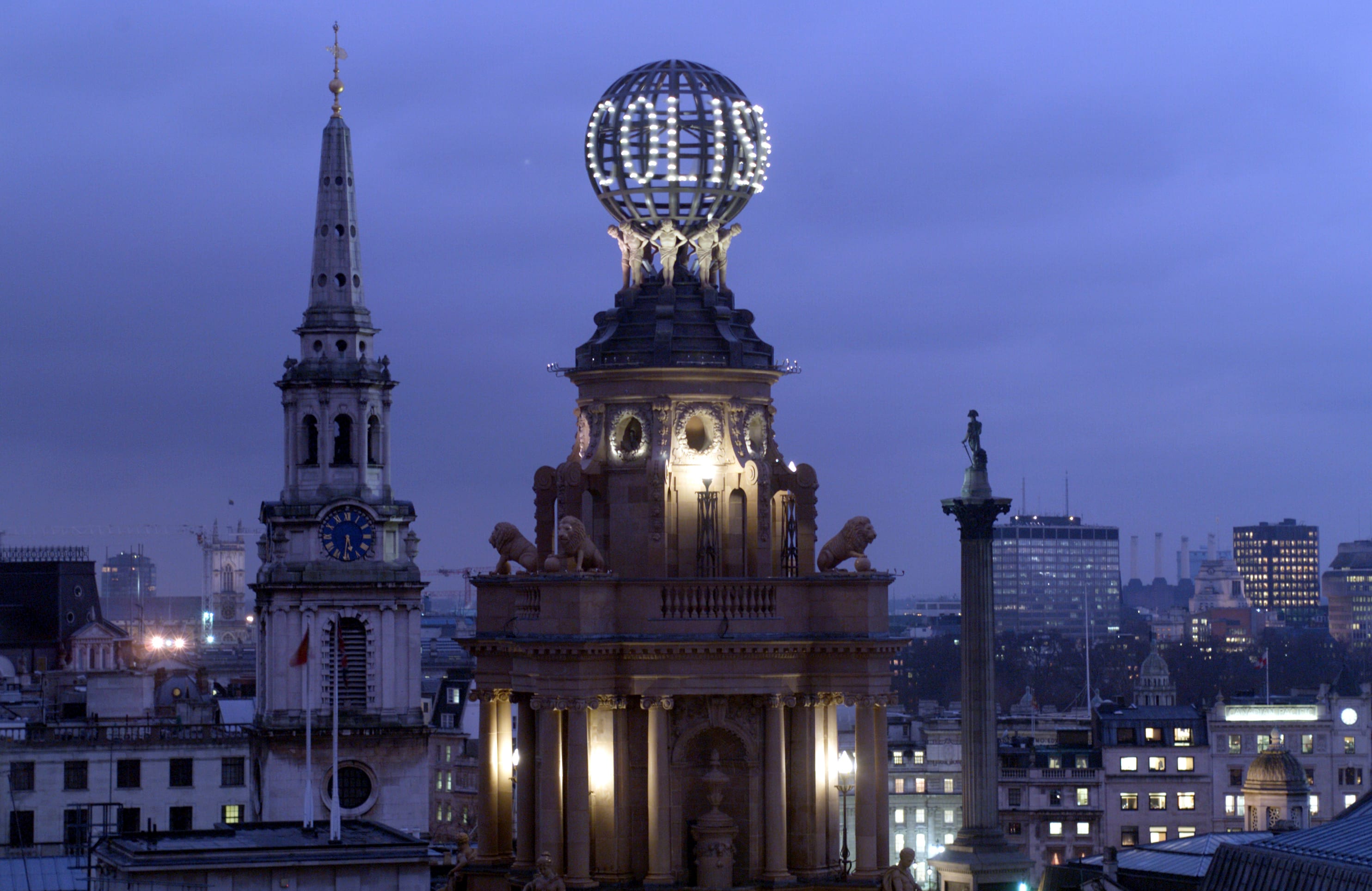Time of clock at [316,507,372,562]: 5:31
